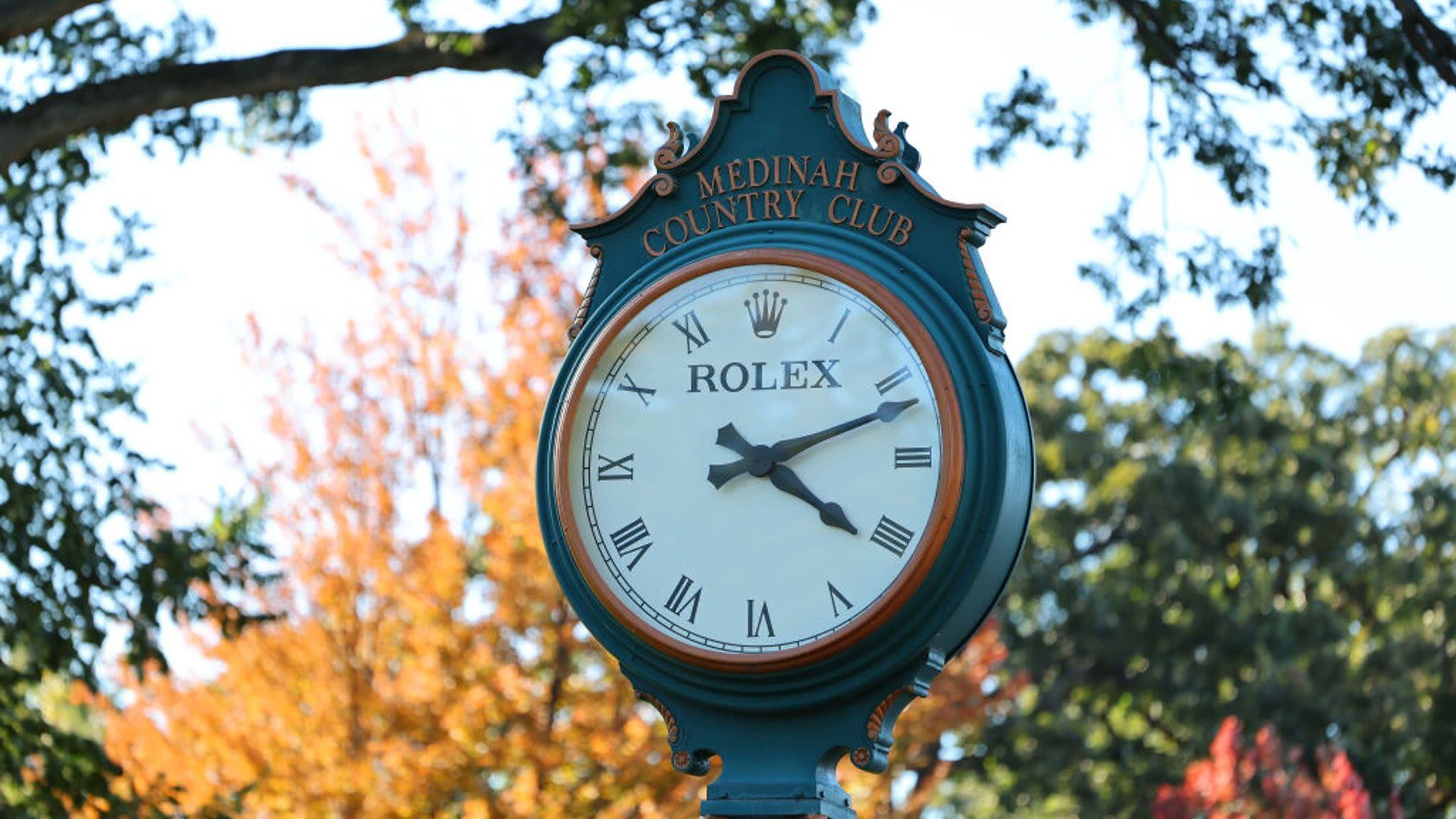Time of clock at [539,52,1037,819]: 4:11
